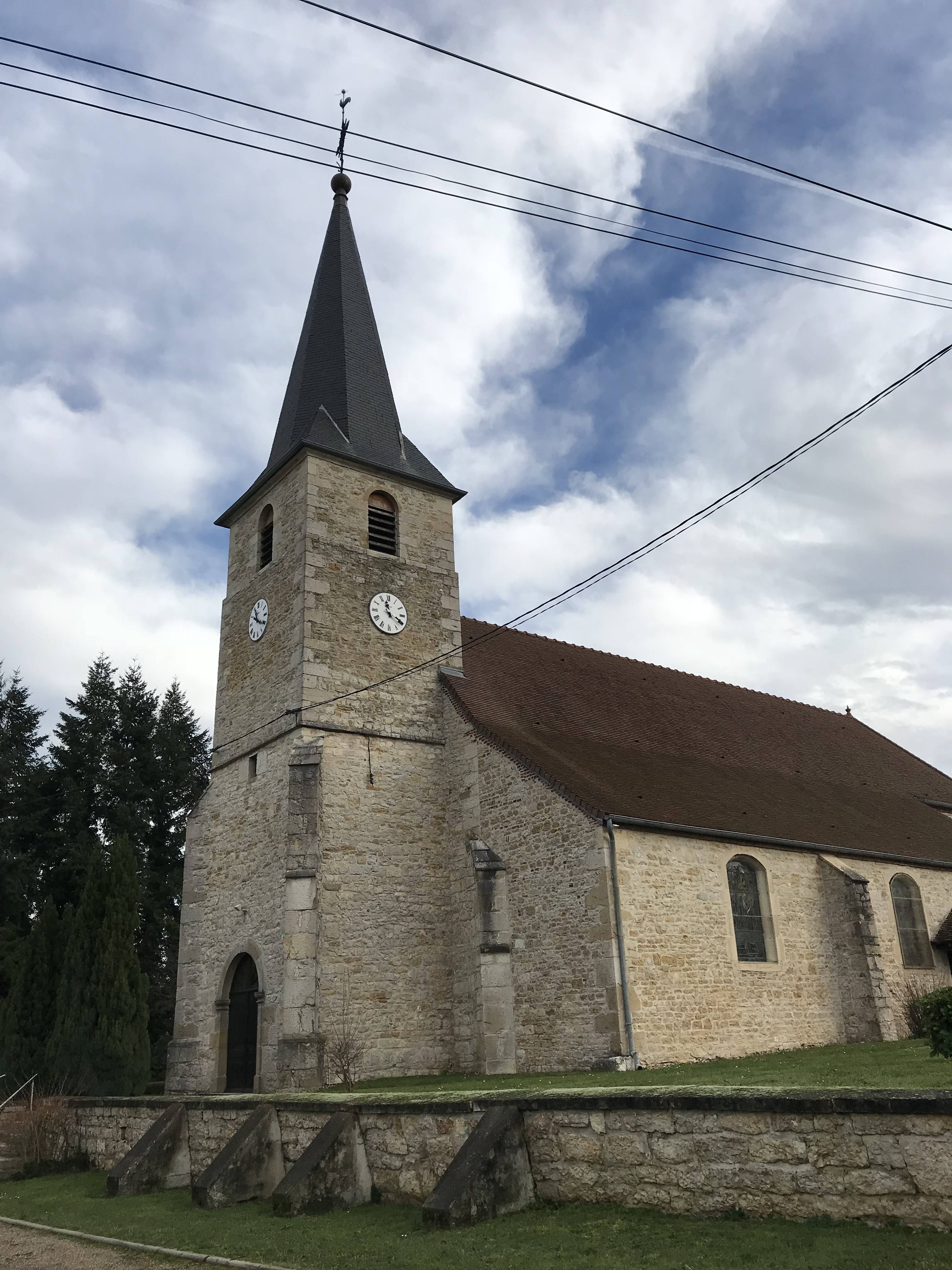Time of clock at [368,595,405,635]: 11:19
